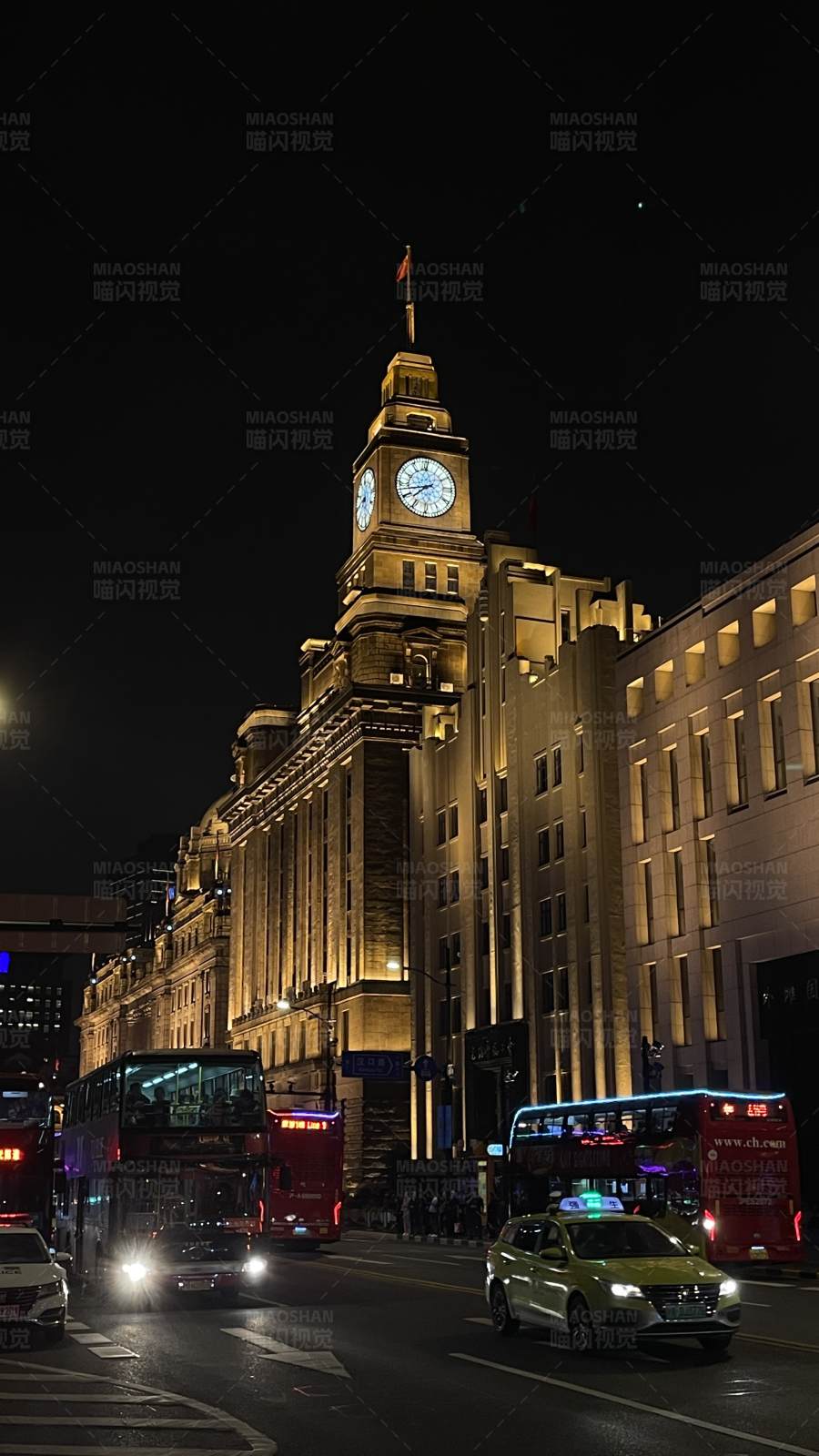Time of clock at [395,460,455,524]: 7:42
